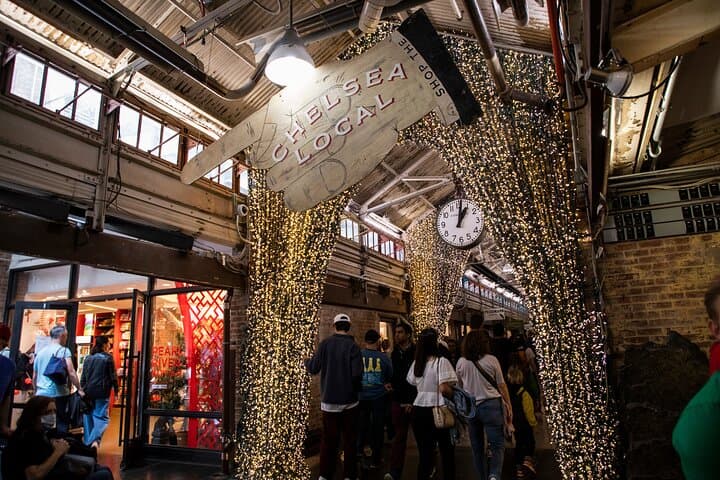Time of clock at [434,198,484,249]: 1:01
